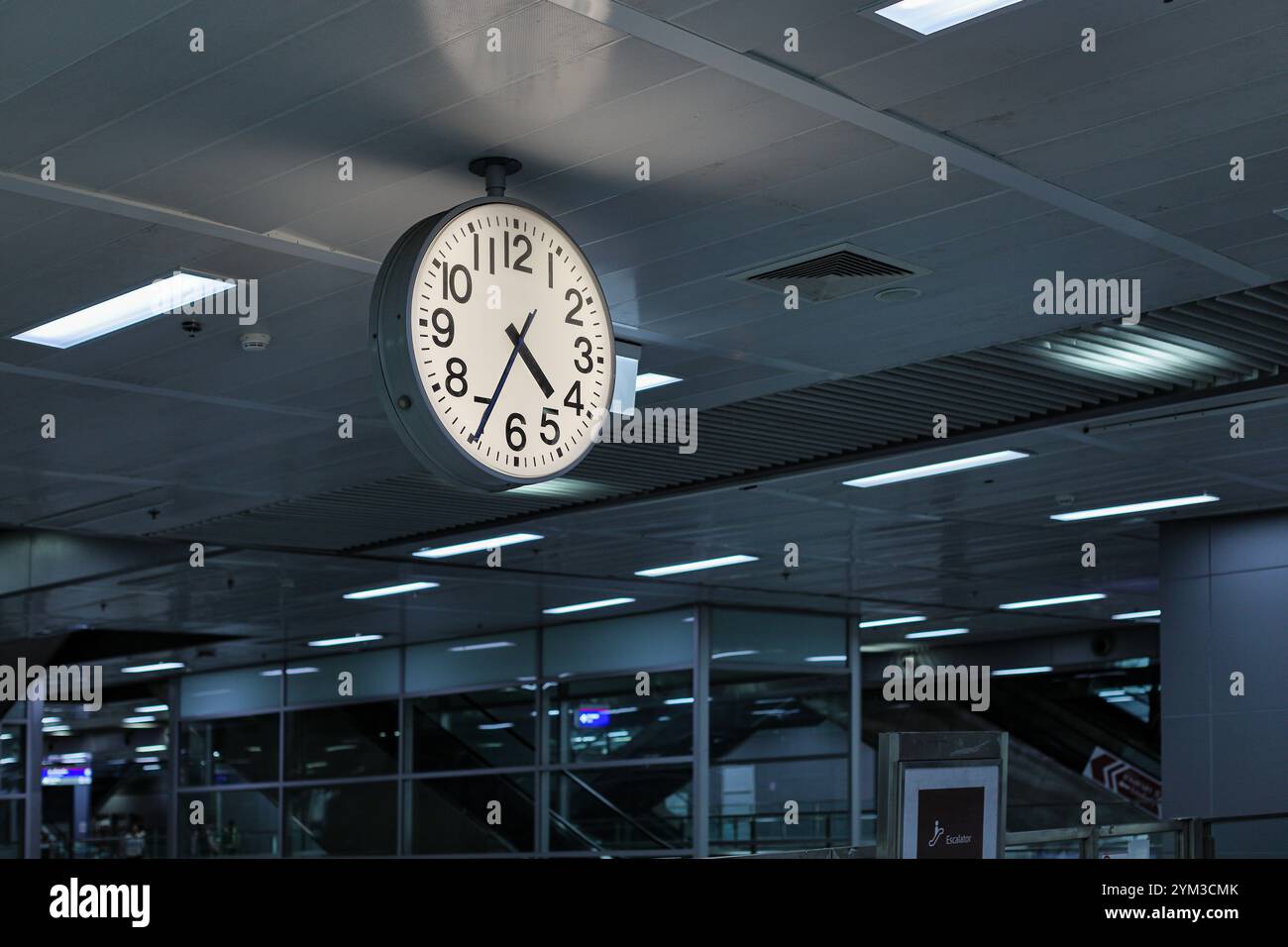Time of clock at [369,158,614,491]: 4:34
